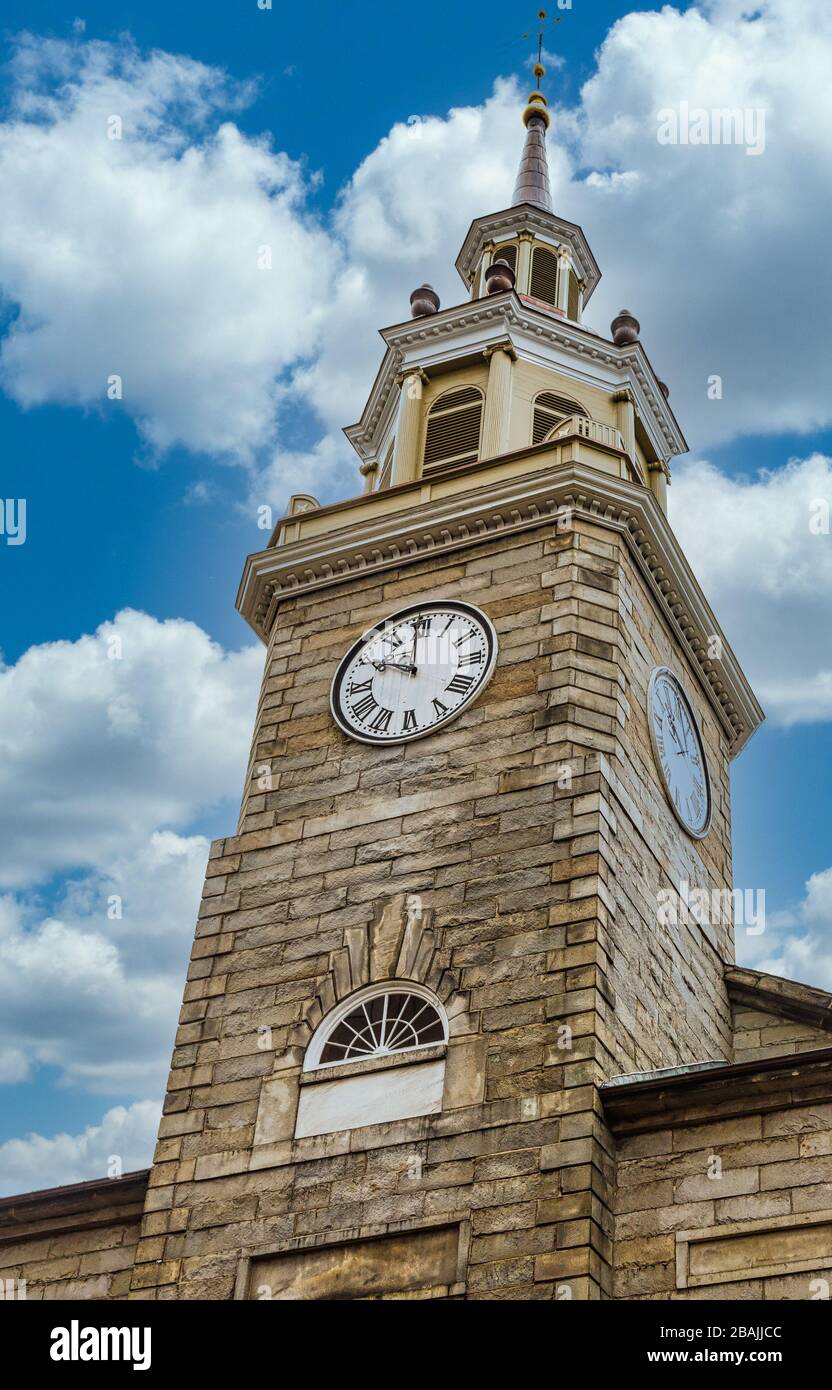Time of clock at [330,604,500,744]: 9:59
